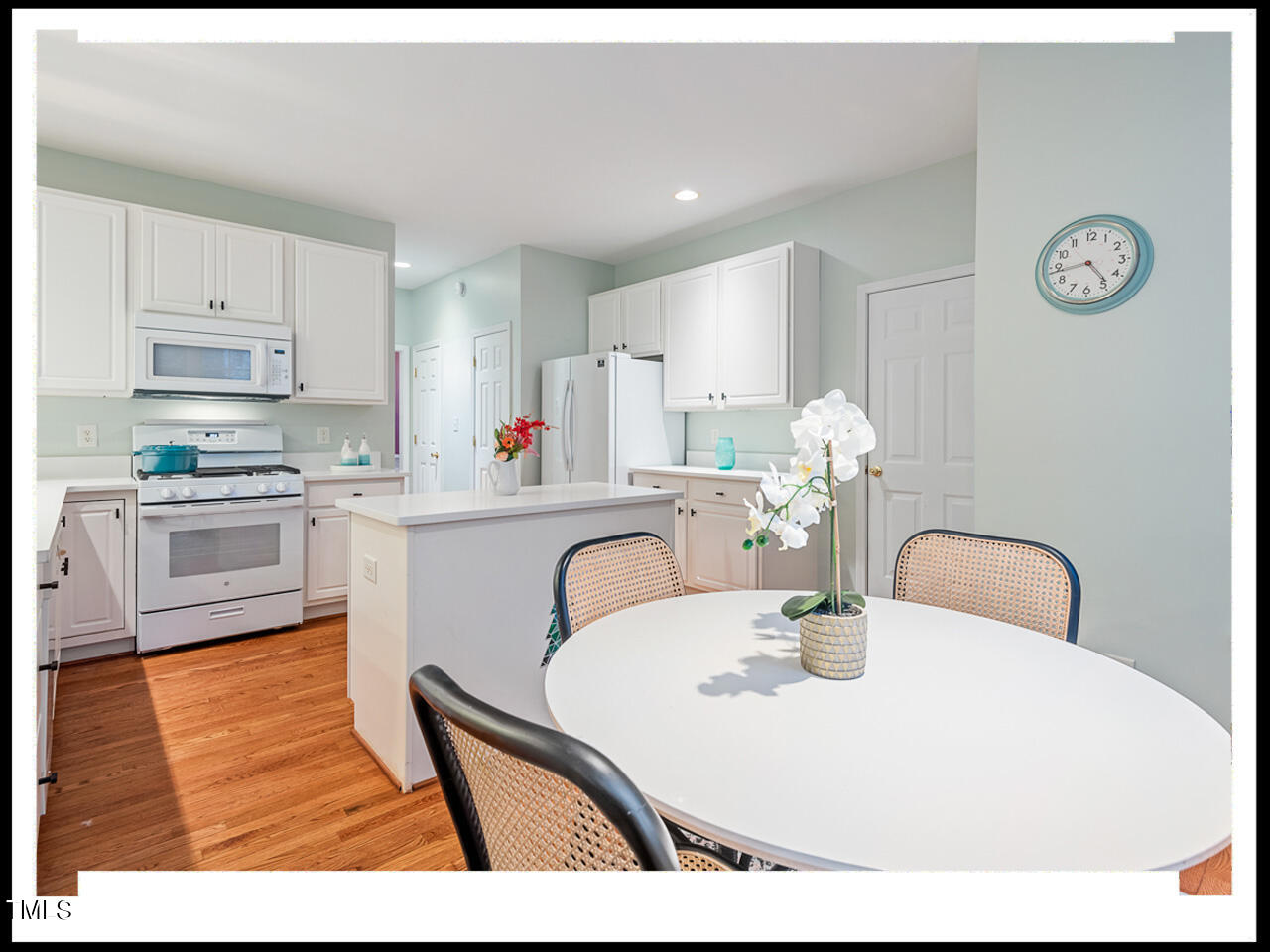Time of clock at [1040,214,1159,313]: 4:43
